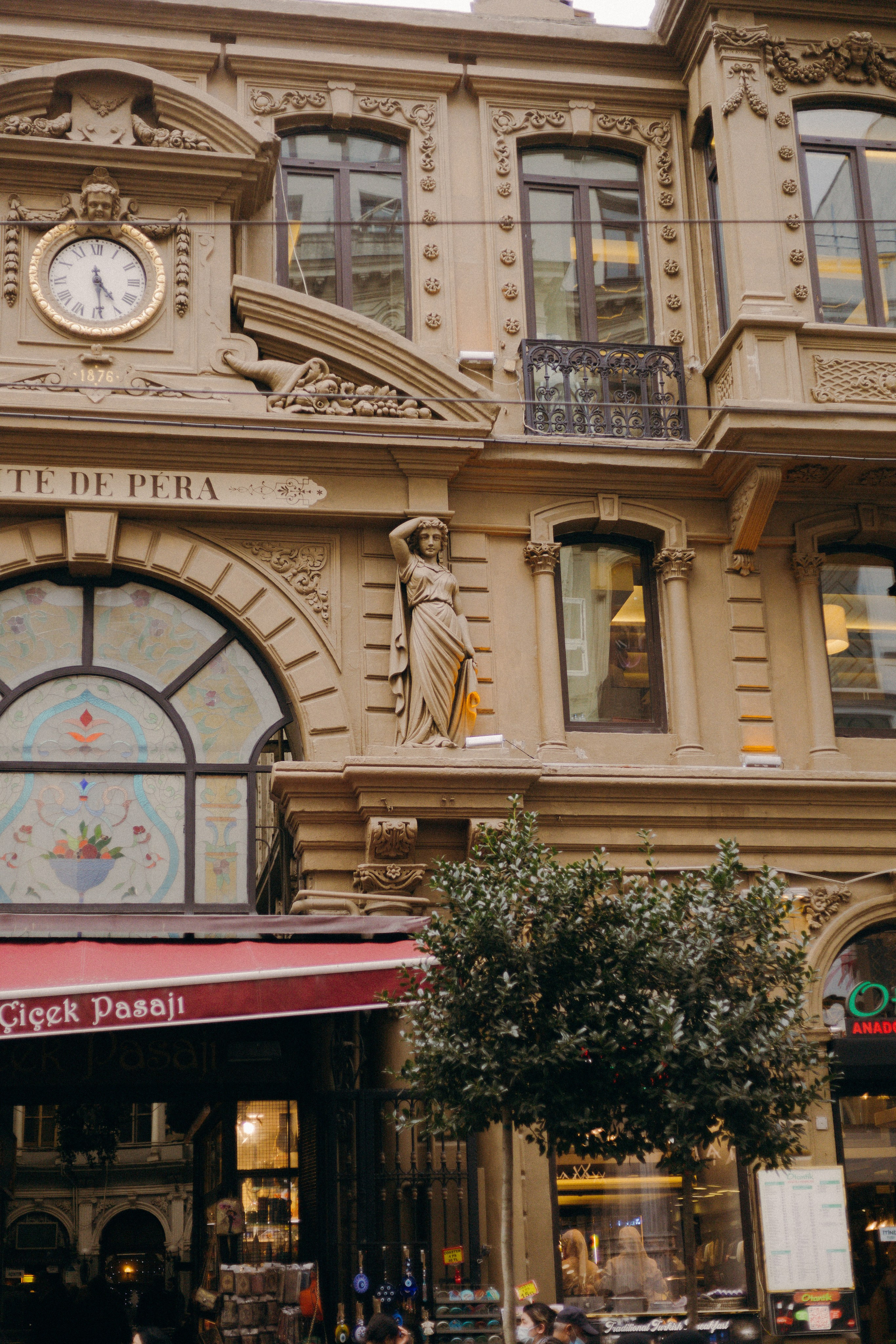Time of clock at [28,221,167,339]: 4:29
